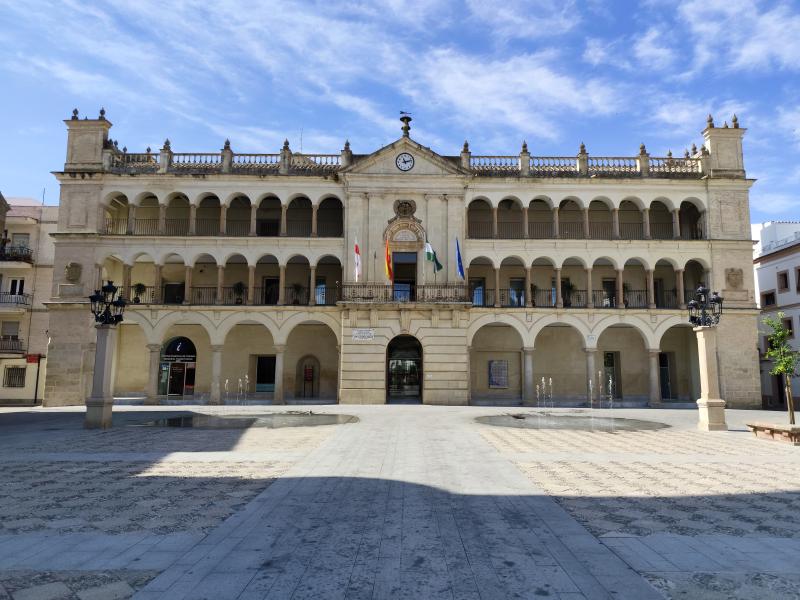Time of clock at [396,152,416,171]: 11:12
